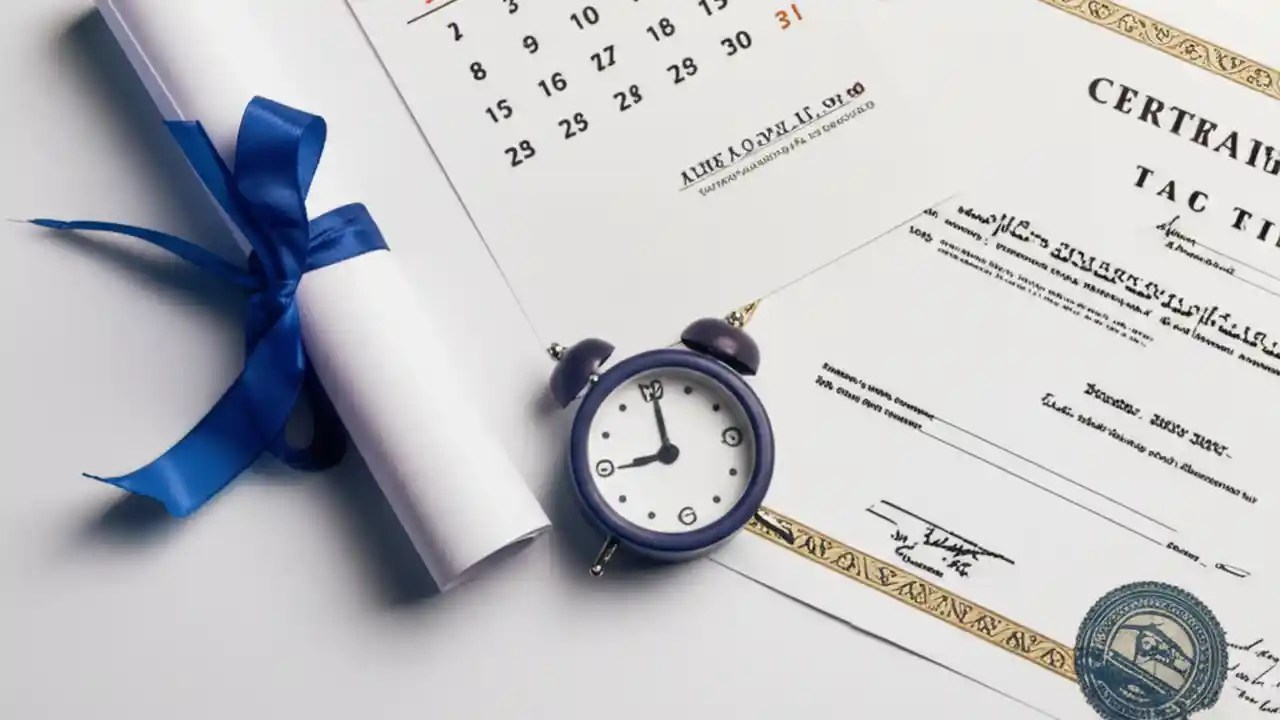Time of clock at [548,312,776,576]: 9:00
